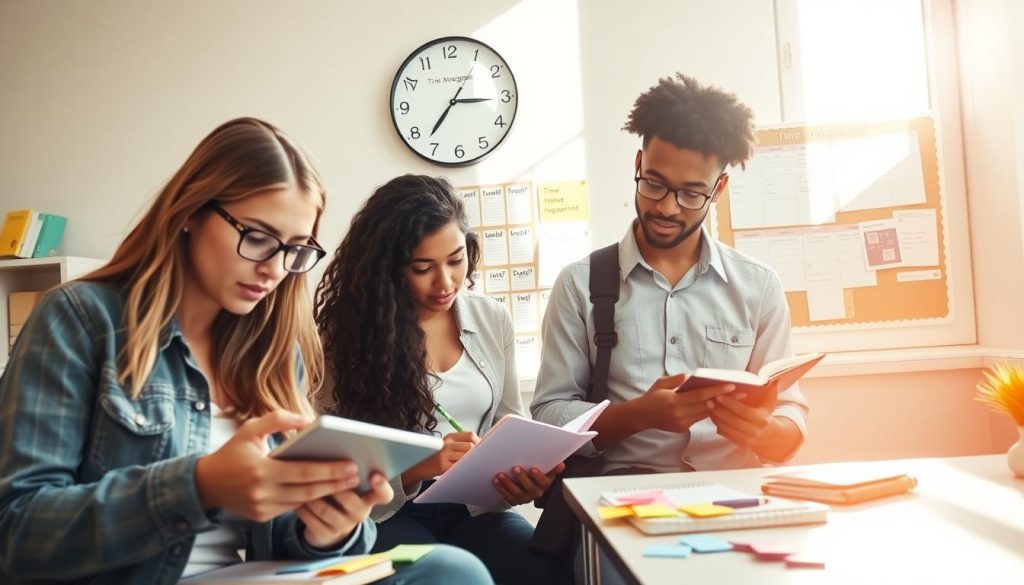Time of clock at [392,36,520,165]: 7:15
